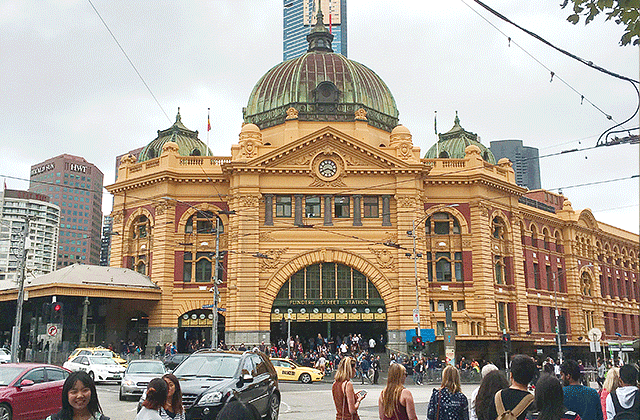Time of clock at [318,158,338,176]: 3:40
